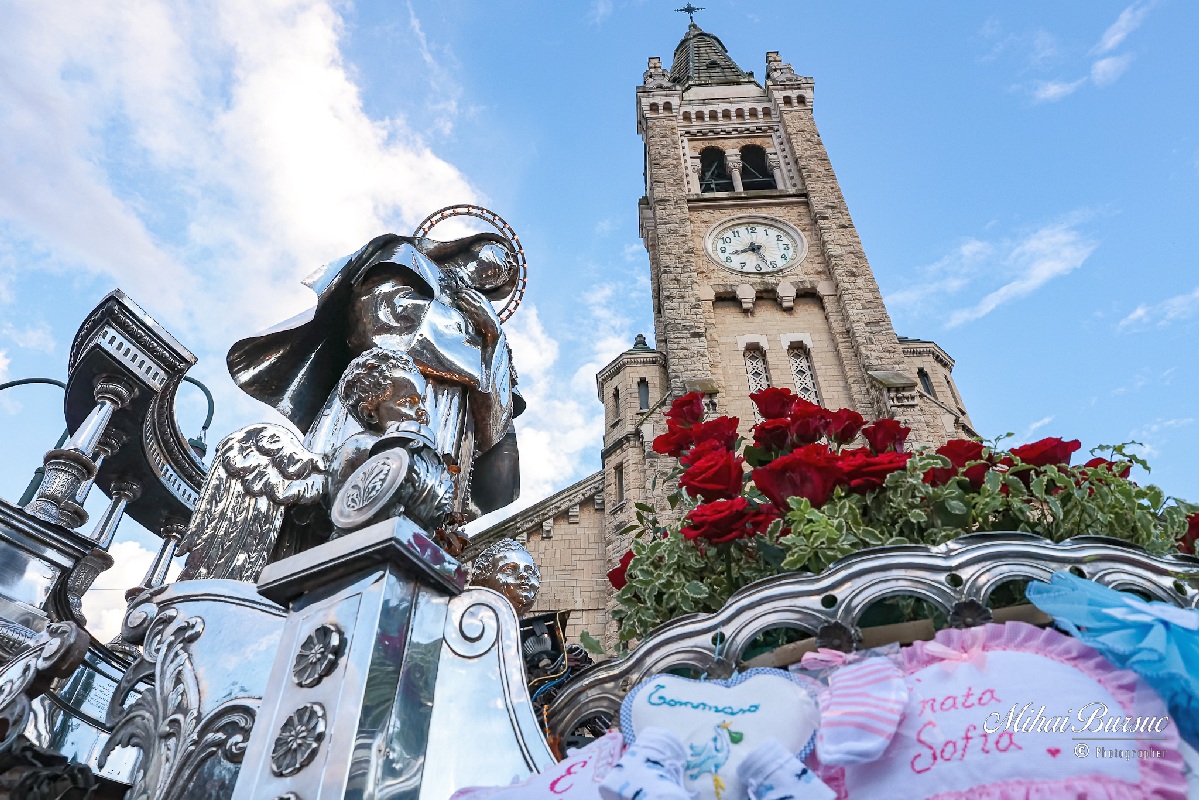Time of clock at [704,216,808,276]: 8:26
